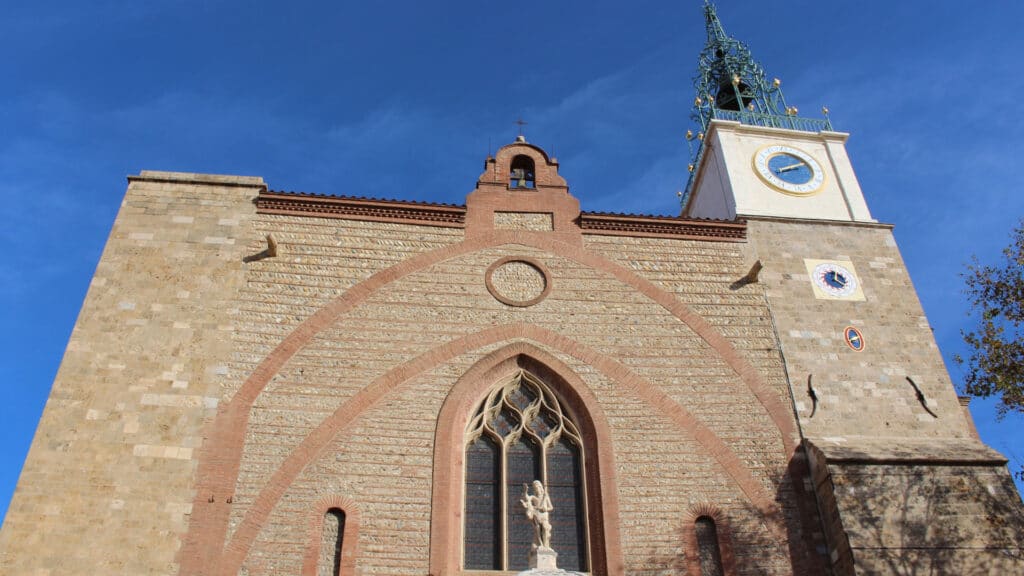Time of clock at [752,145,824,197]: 8:09
